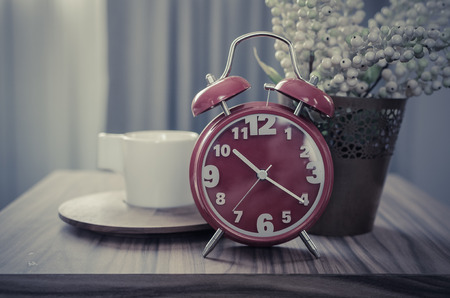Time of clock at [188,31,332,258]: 10:20
